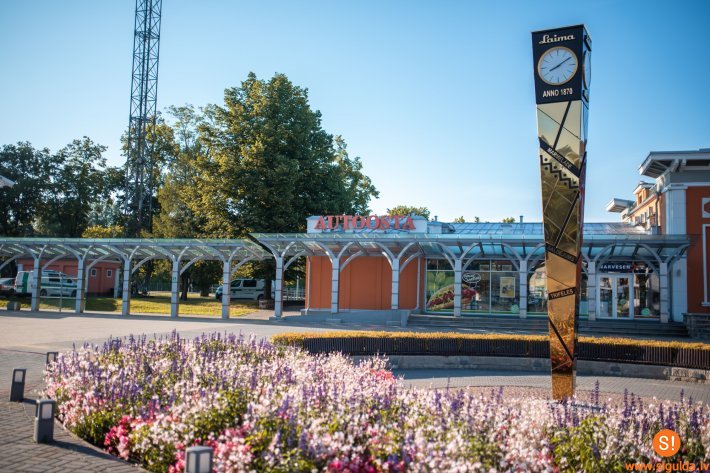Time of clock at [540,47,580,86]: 8:09
